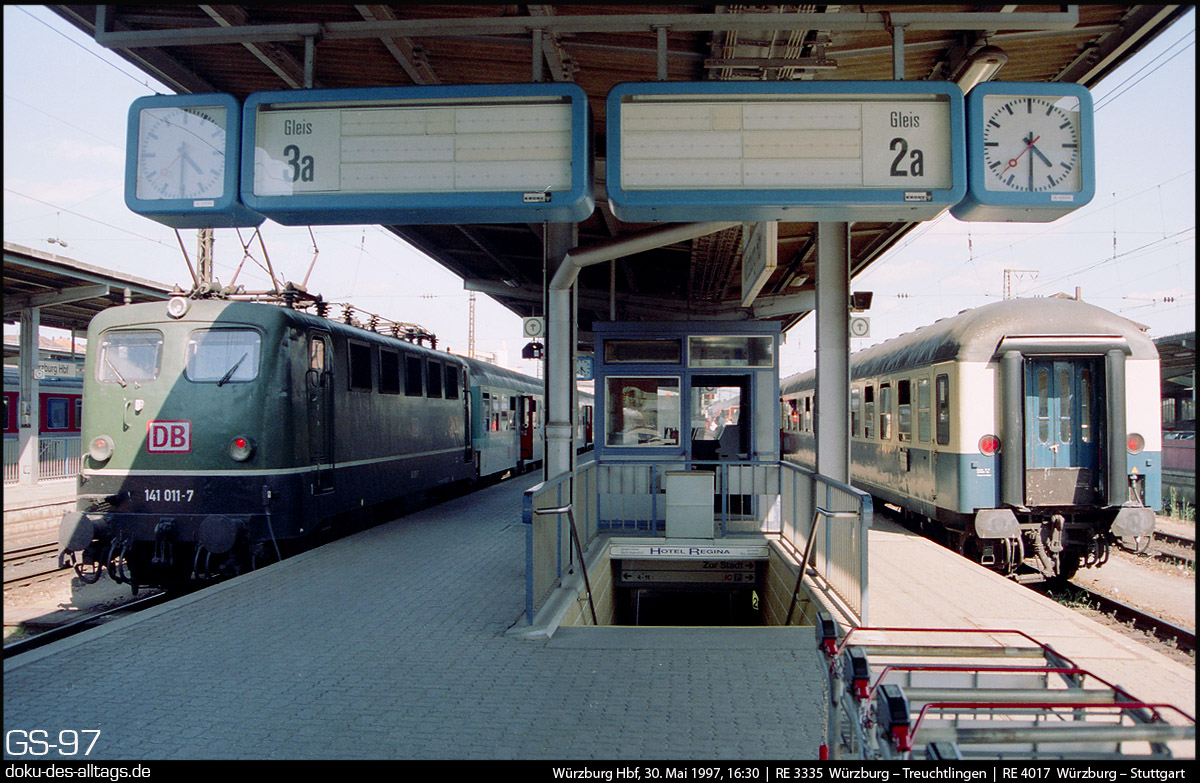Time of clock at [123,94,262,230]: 4:30
